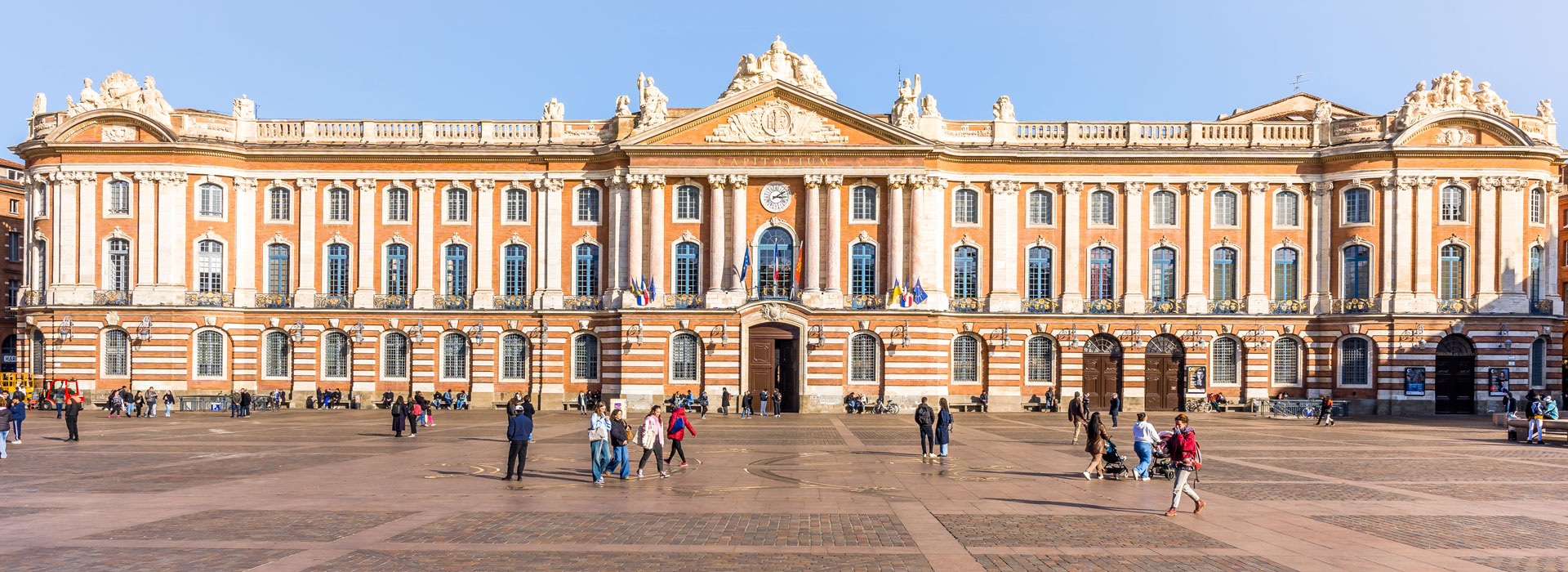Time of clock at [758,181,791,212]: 3:09
